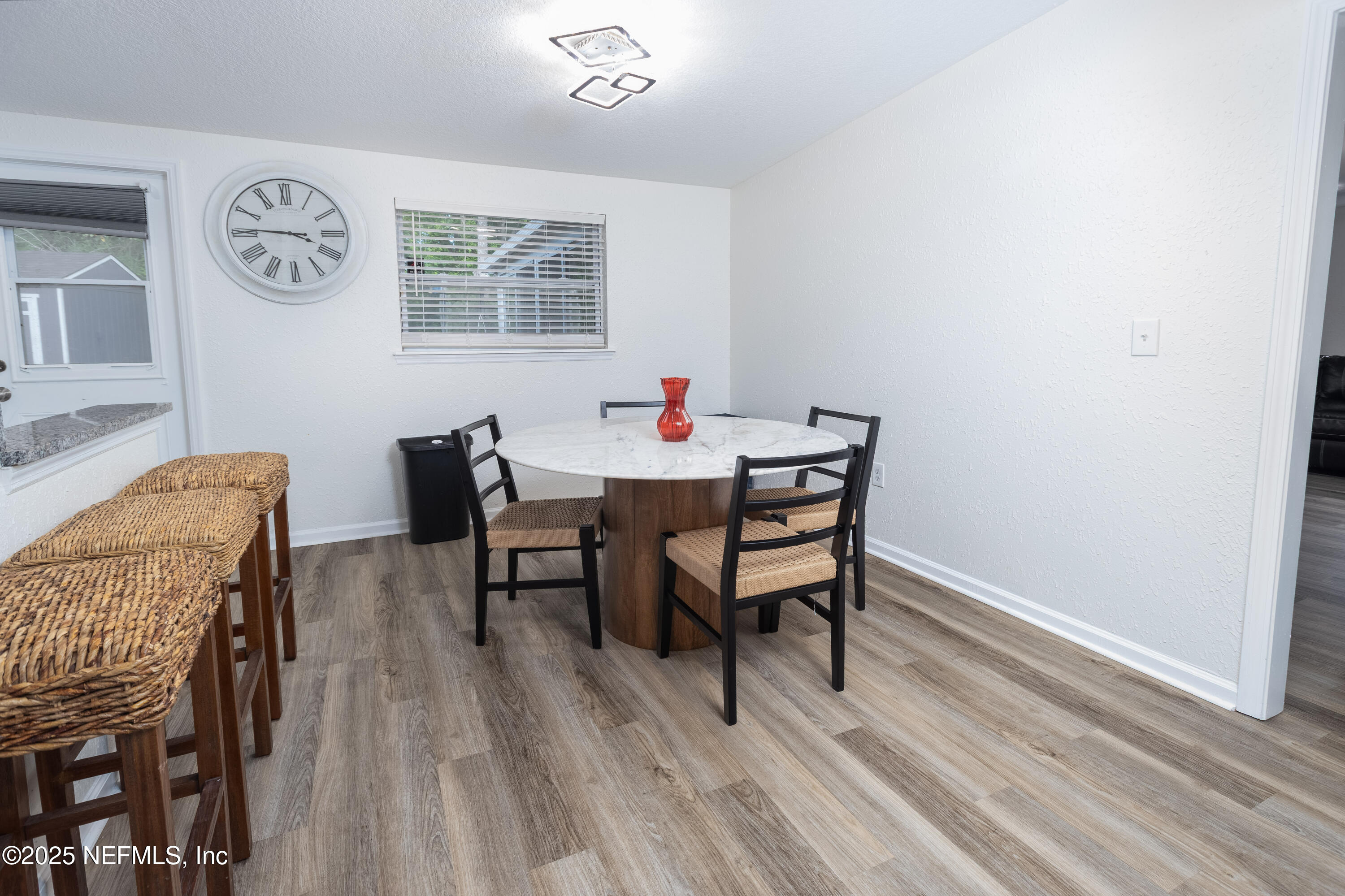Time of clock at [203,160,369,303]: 3:45
